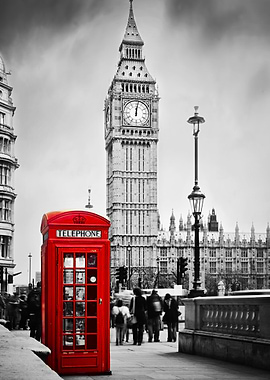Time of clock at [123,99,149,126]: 12:01
